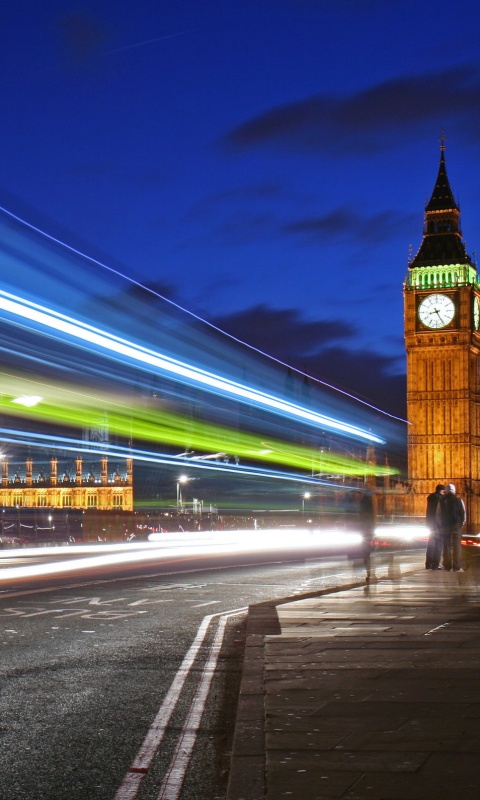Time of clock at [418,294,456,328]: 8:25
